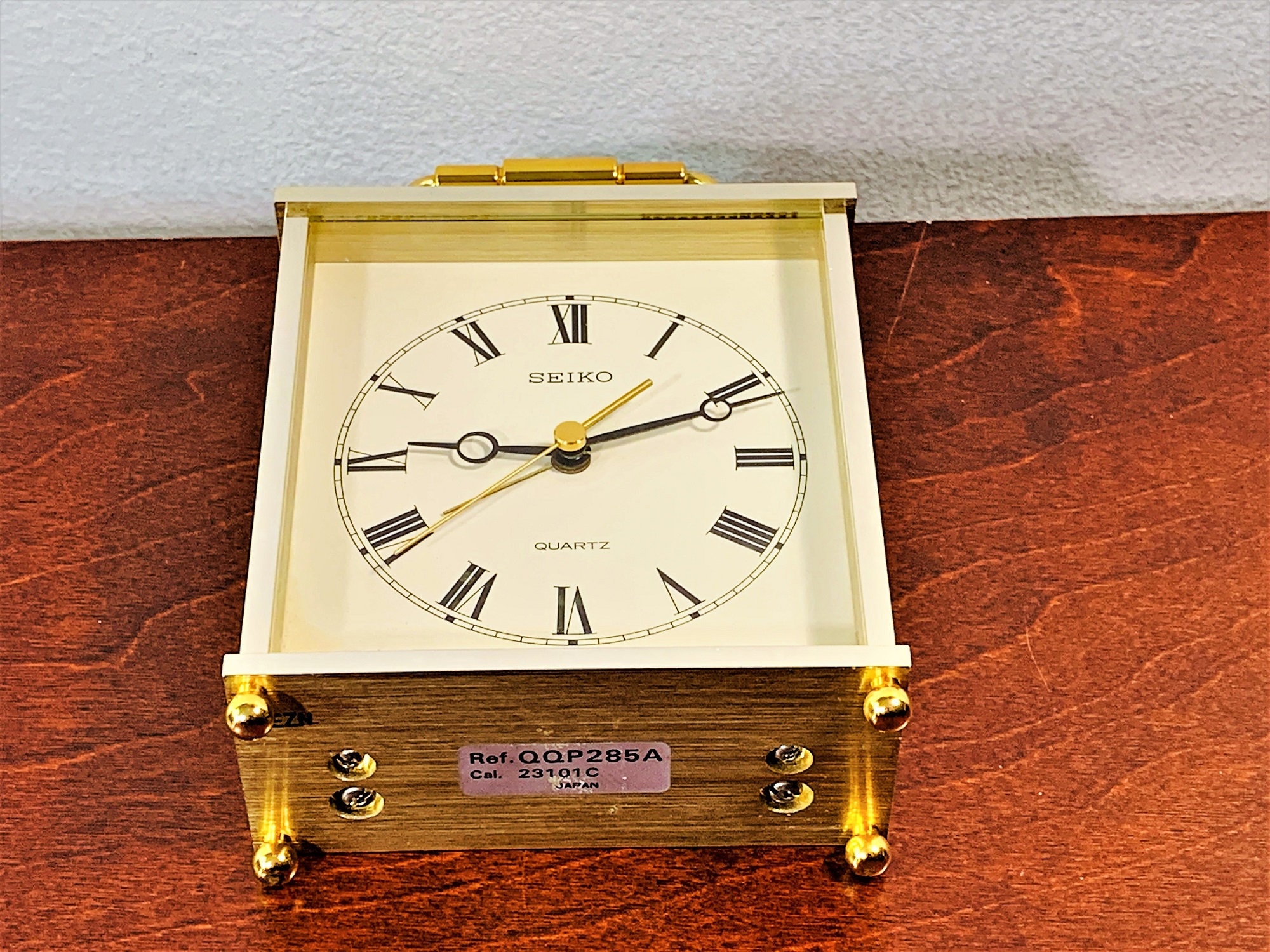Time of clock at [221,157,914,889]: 9:11
